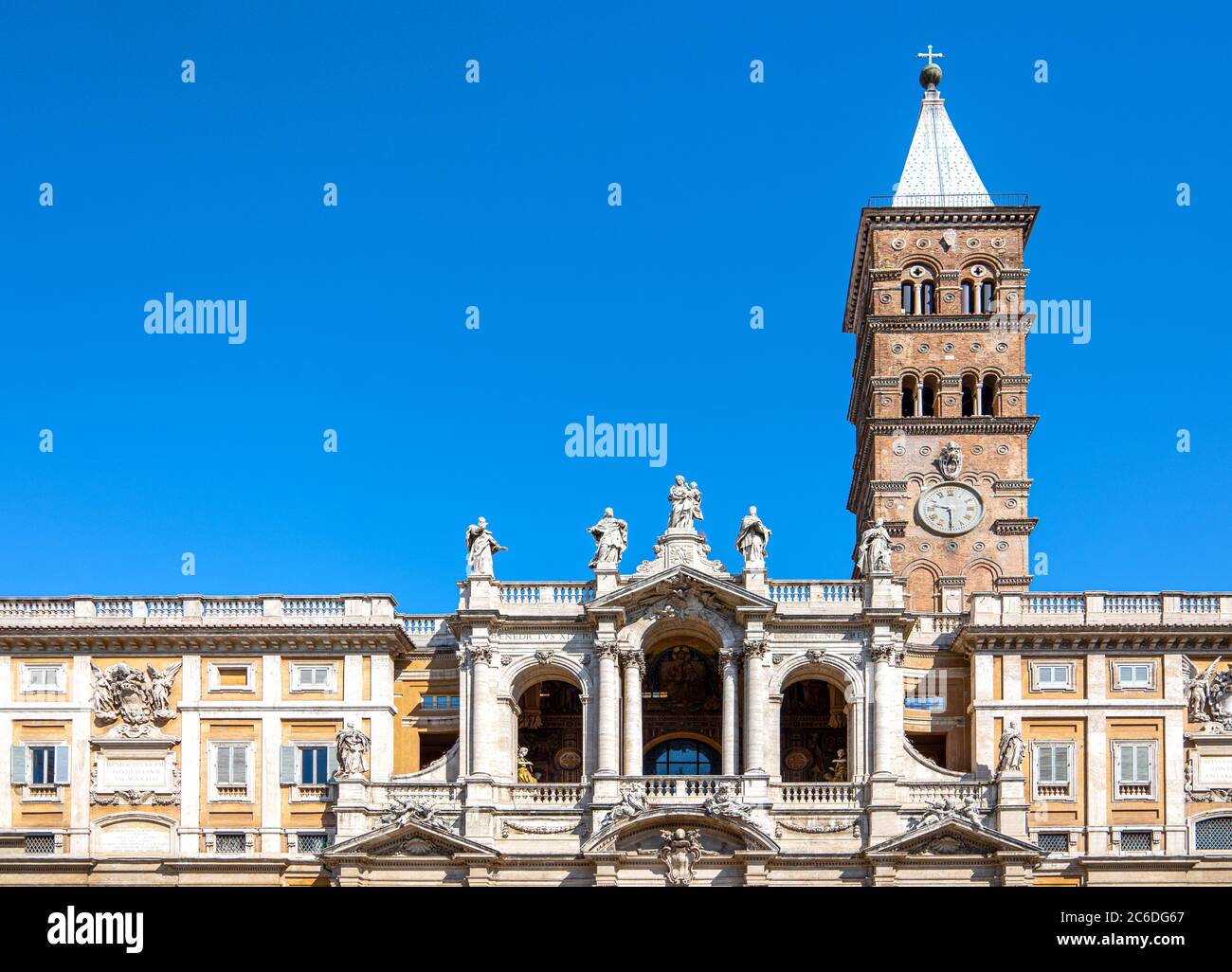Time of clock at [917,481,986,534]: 9:29
